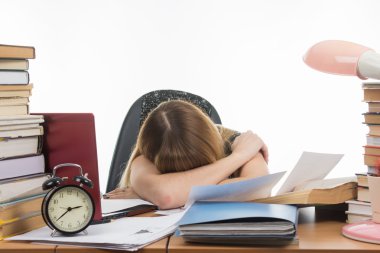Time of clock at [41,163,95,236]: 2:38
